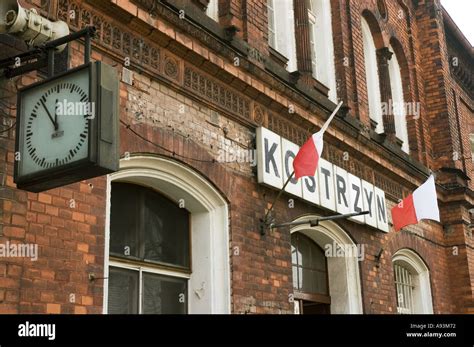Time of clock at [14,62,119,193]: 11:54
